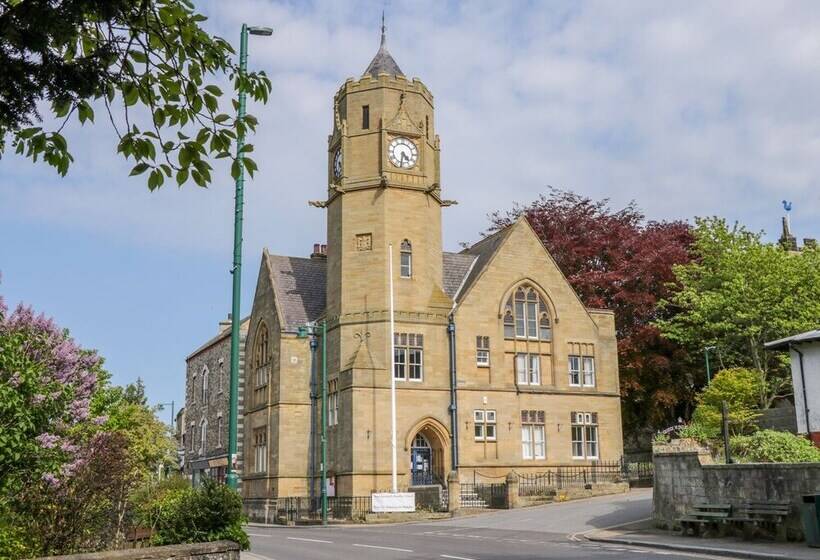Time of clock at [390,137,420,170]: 4:31
